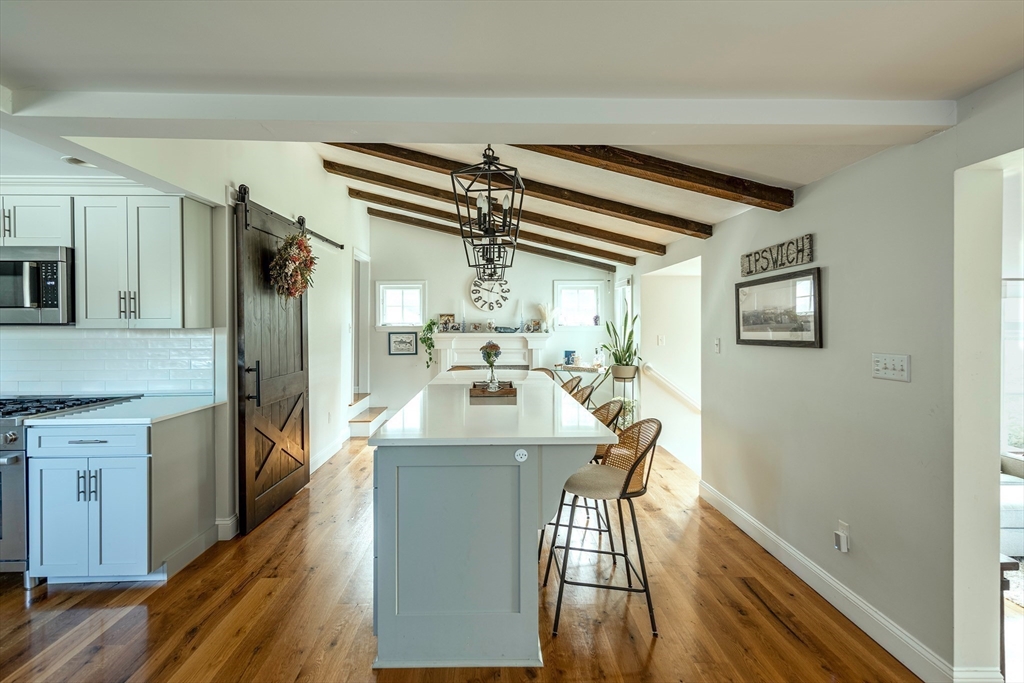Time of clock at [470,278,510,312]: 12:48
